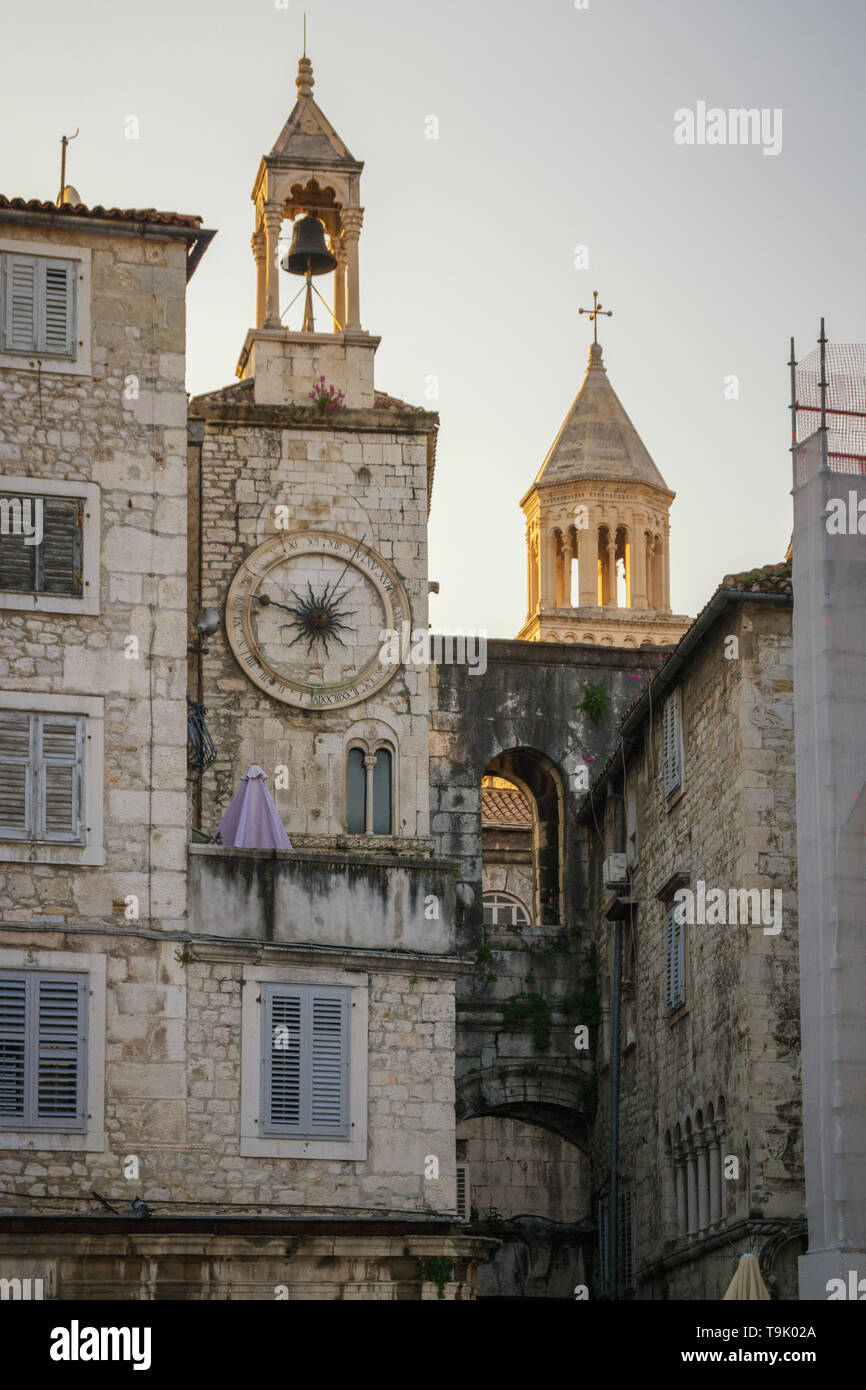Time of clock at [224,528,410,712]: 12:48
